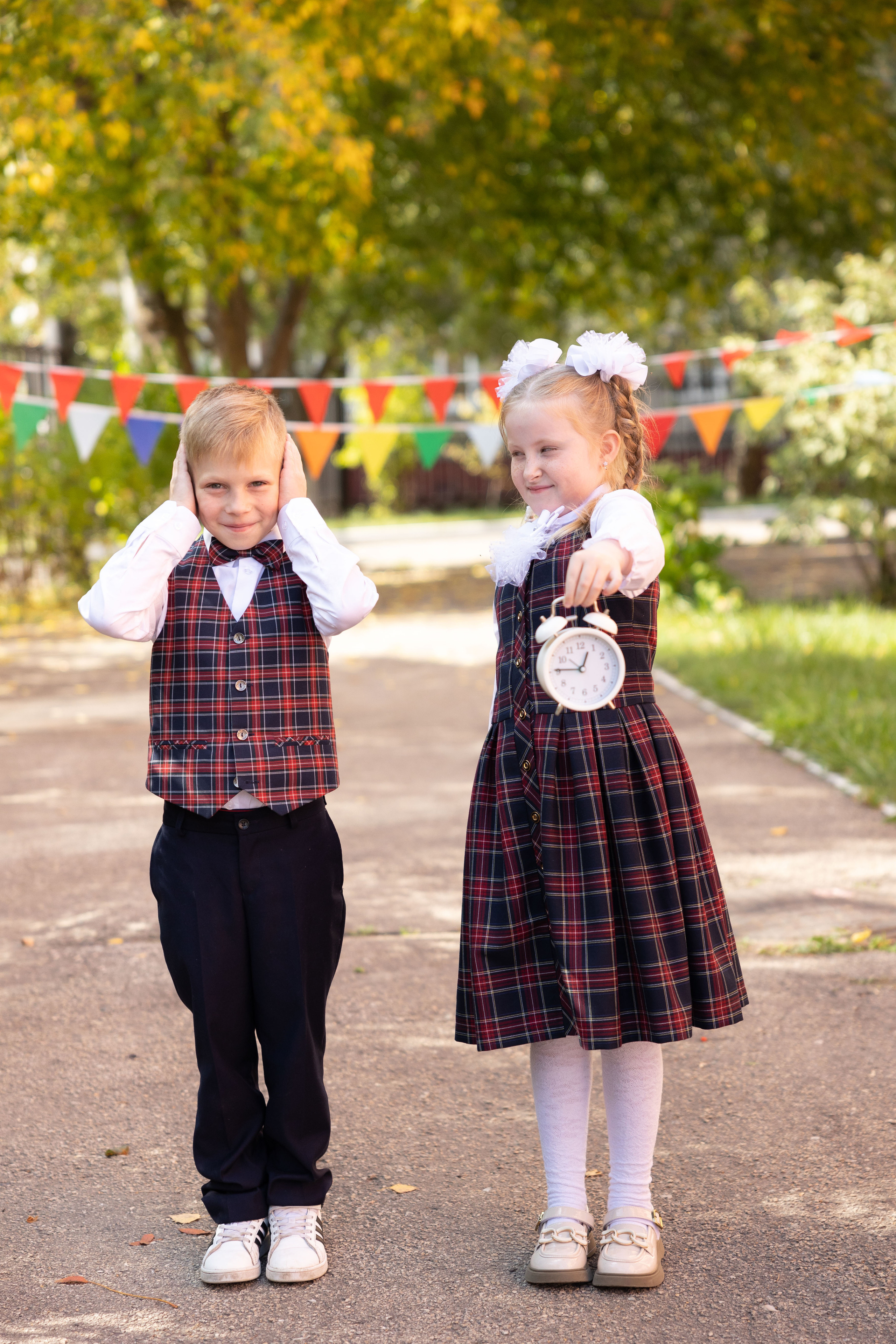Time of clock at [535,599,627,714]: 12:45
